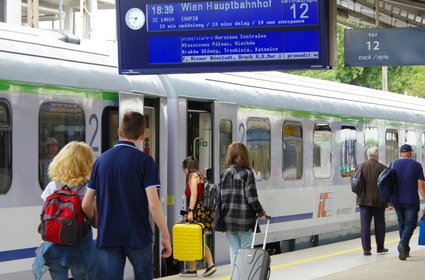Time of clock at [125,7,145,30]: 6:46
